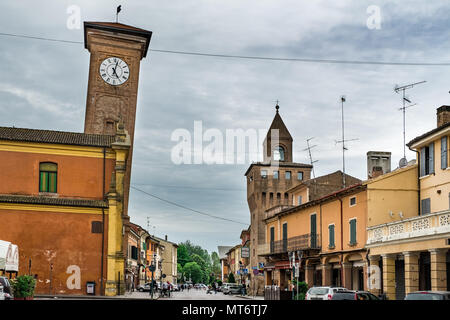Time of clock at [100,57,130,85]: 5:02
